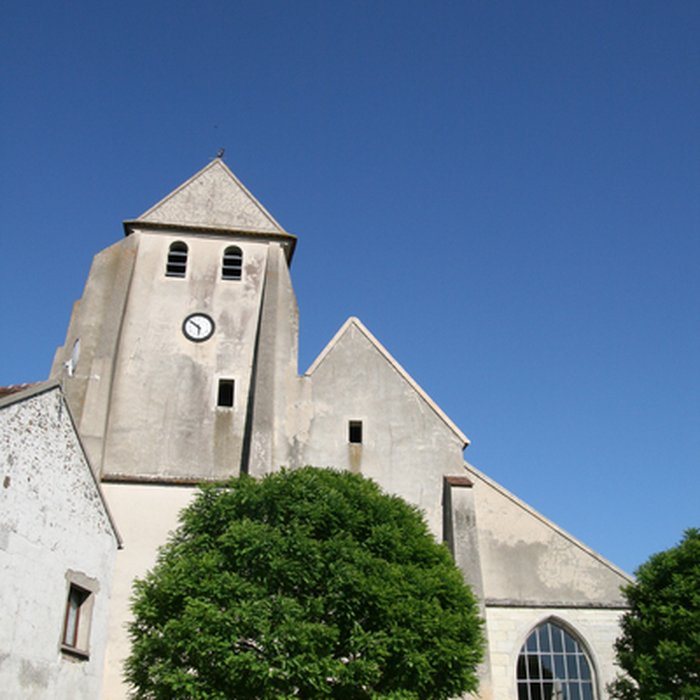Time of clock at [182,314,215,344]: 5:51
